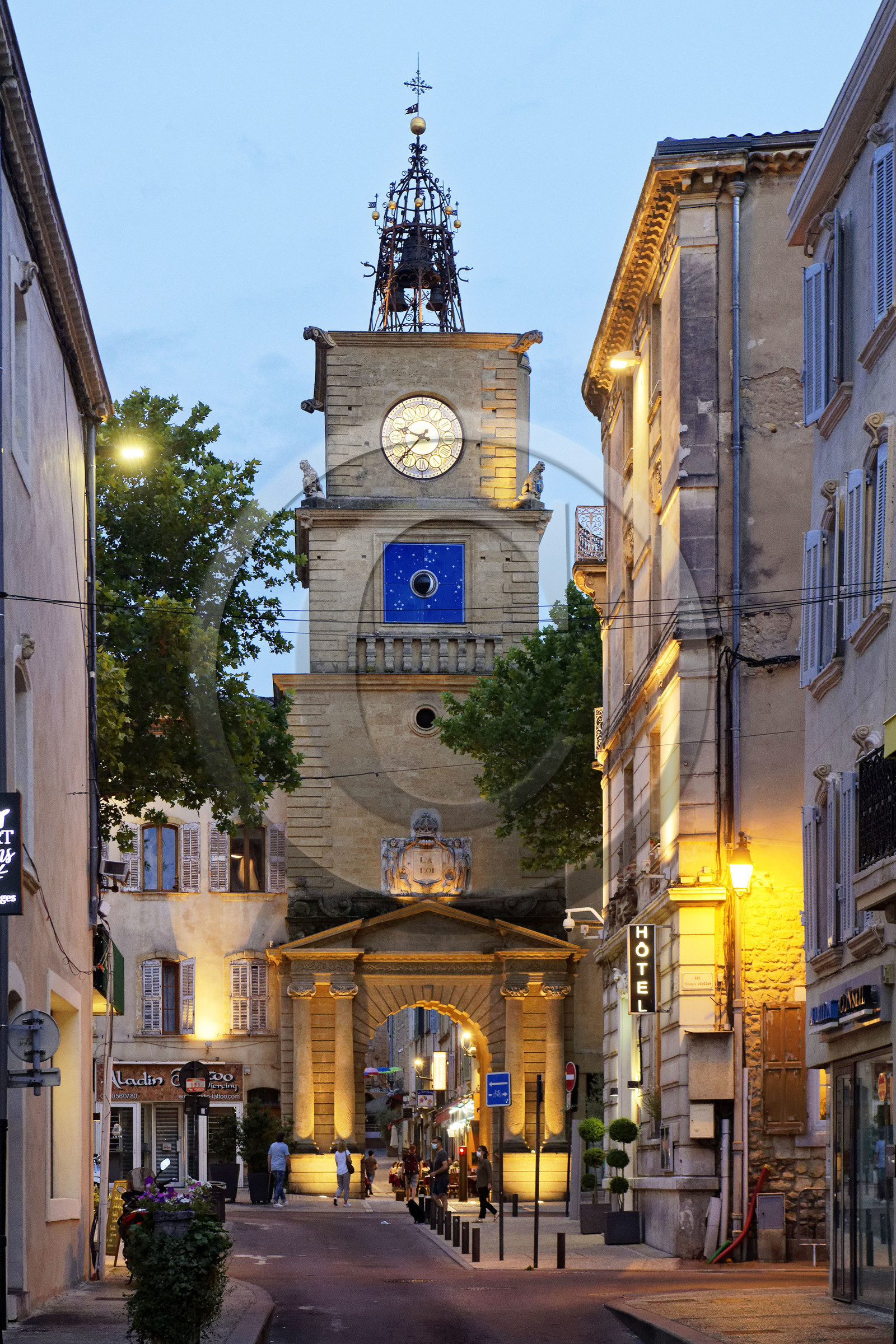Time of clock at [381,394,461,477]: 9:37
